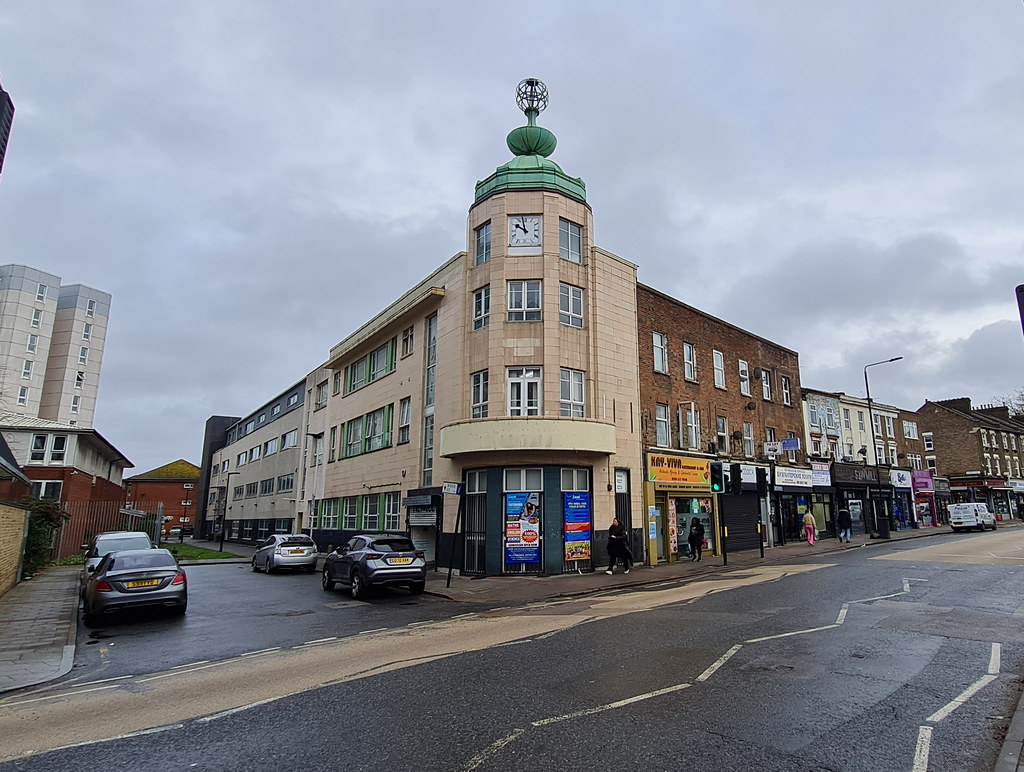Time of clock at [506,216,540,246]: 9:57
